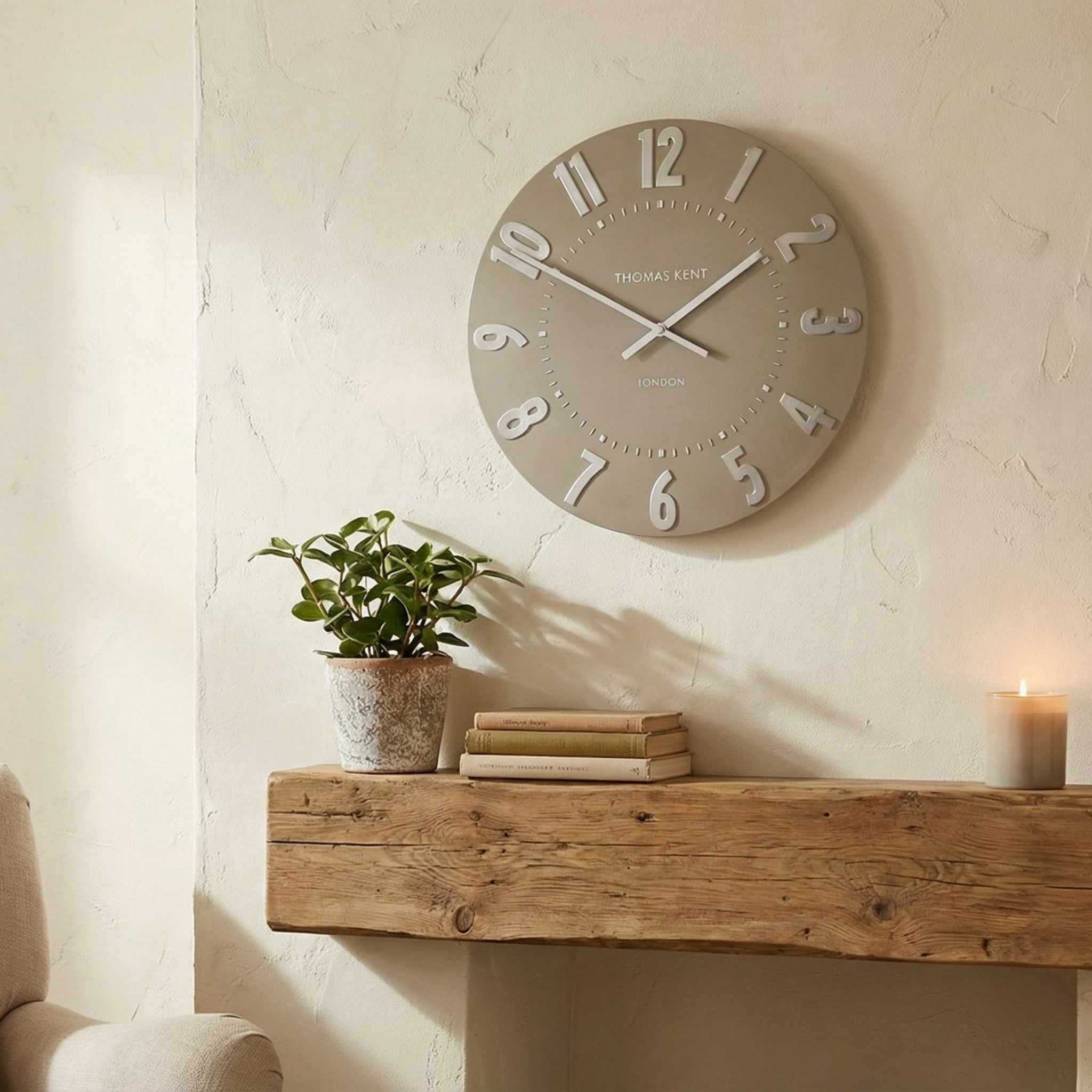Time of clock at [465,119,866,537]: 1:50
